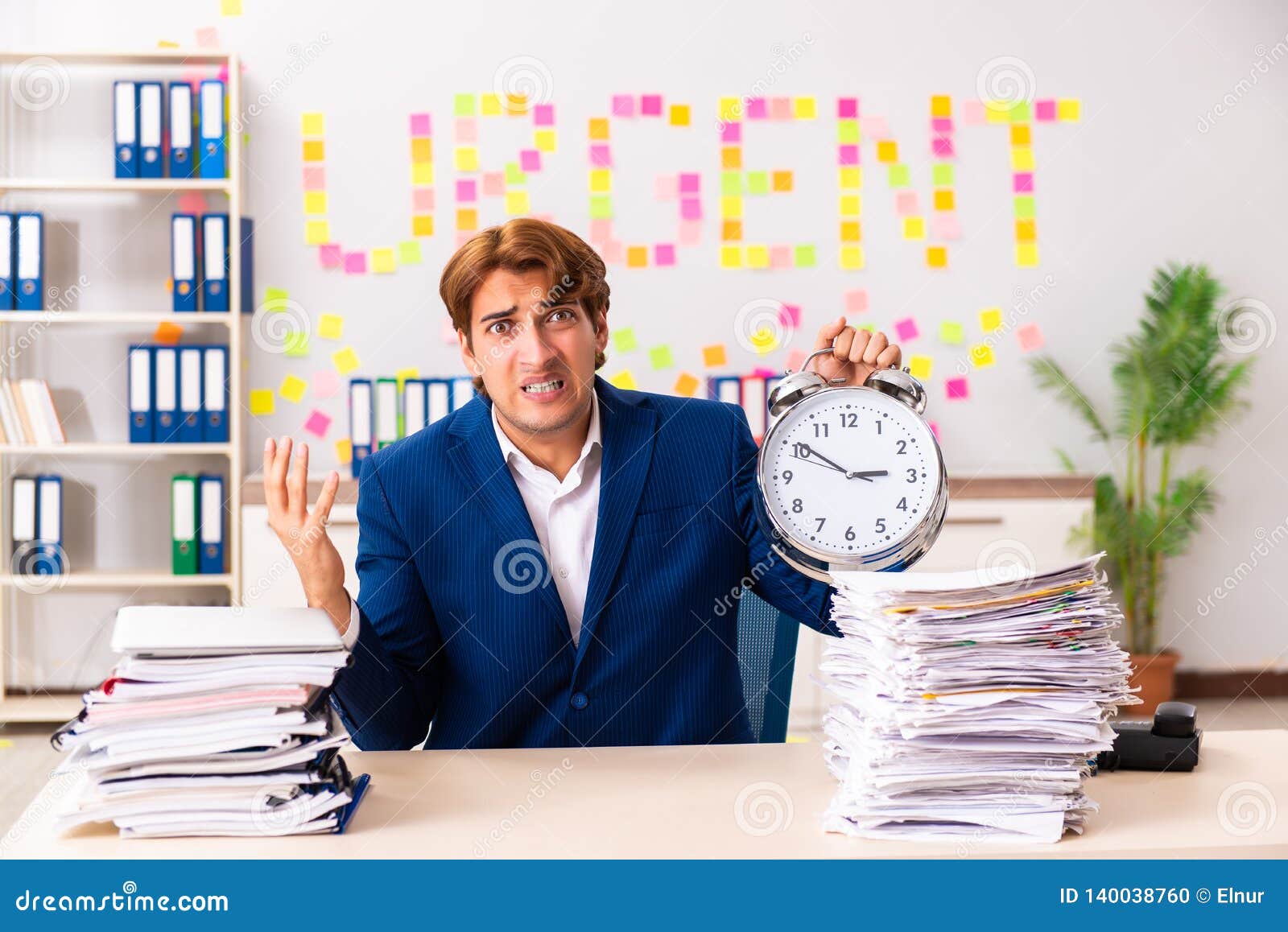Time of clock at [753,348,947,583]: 2:50
